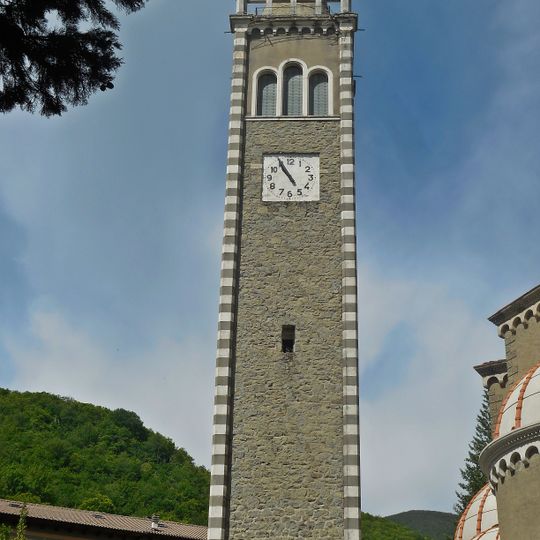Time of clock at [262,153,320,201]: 10:55
